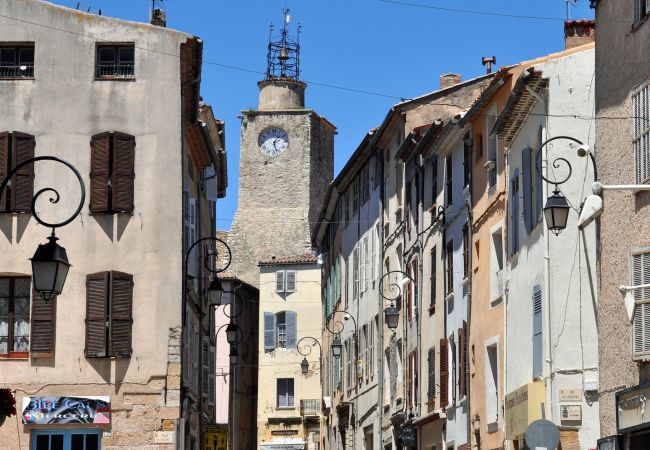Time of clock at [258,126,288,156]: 1:27
